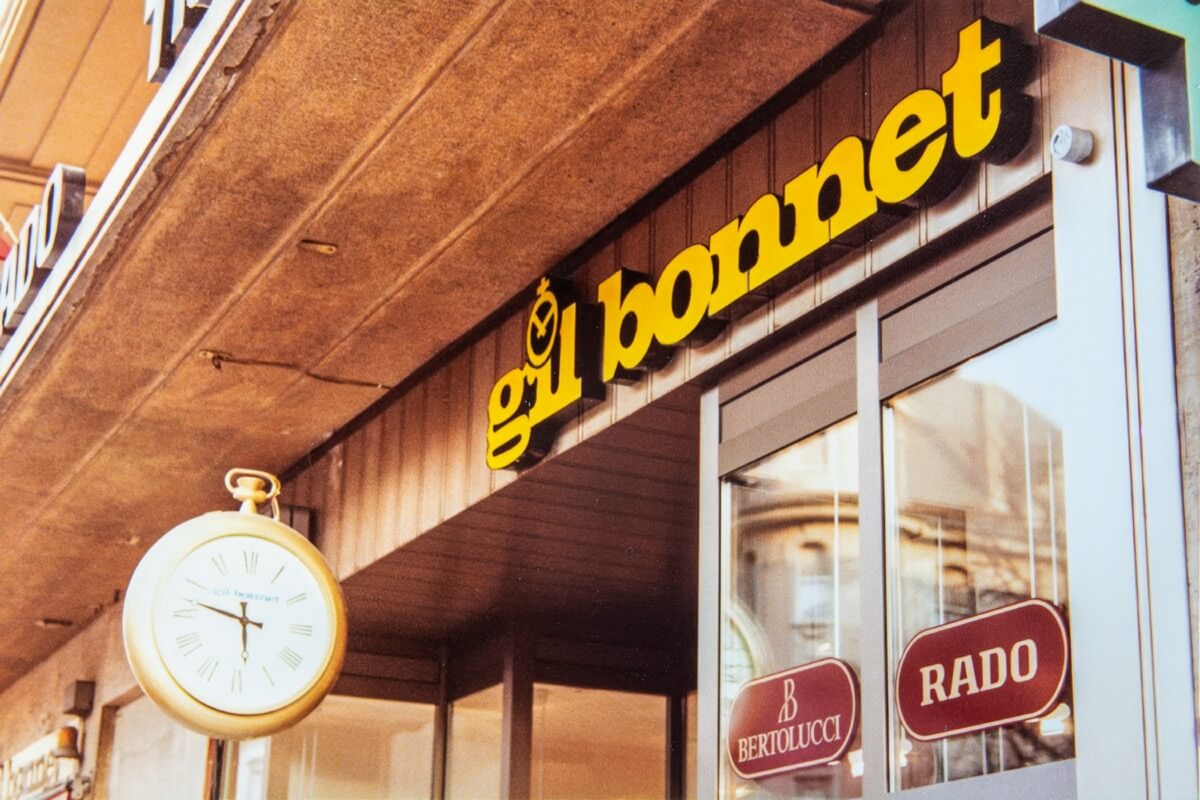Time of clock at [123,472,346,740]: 5:47
